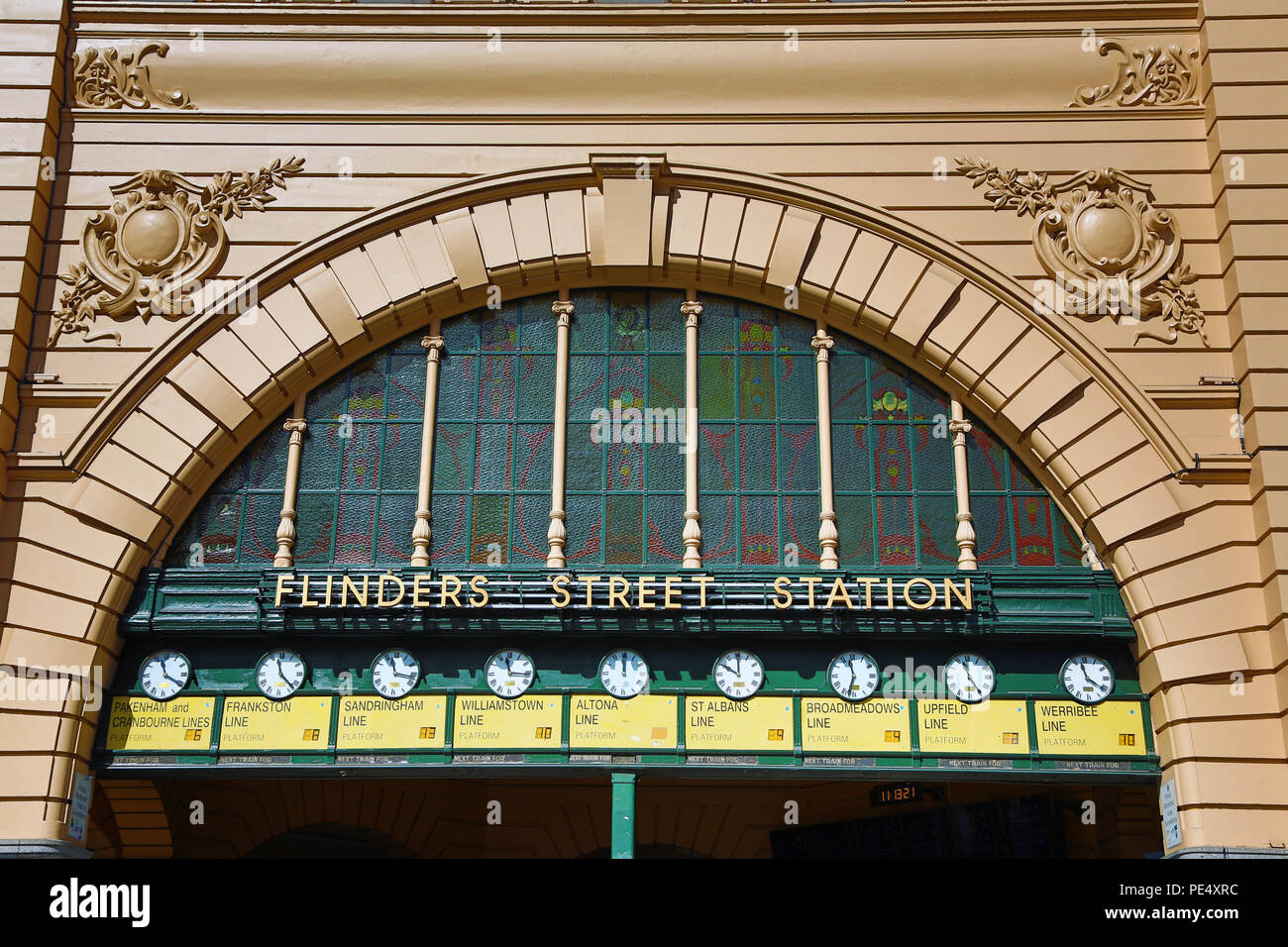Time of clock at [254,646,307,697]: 11:22
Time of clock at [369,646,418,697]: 11:16
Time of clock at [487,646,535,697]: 11:16
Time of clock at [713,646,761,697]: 10:00
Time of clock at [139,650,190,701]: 11:20
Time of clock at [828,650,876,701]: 11:32
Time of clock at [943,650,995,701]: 11:24
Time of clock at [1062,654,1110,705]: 11:21
